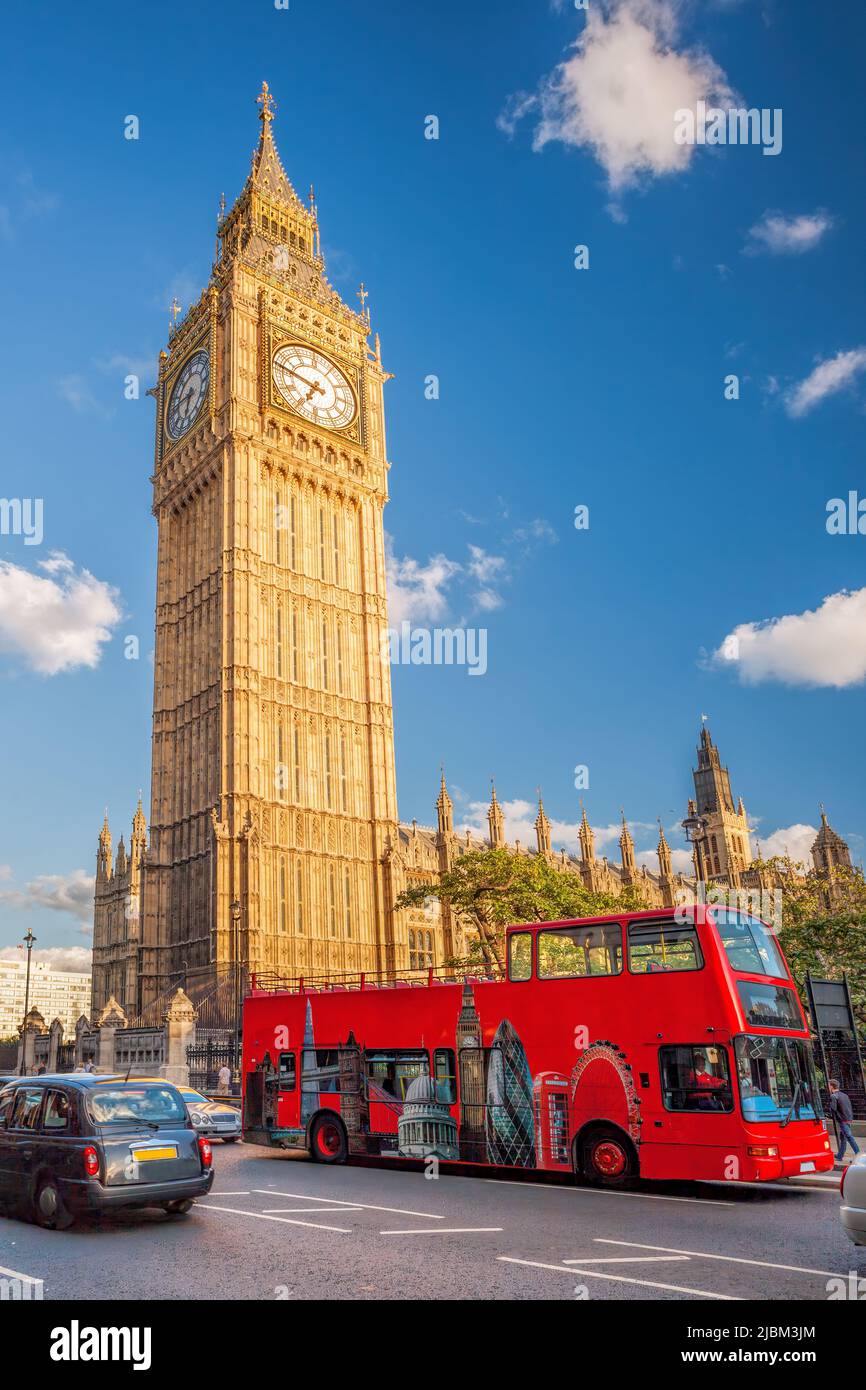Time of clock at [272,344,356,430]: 6:47
